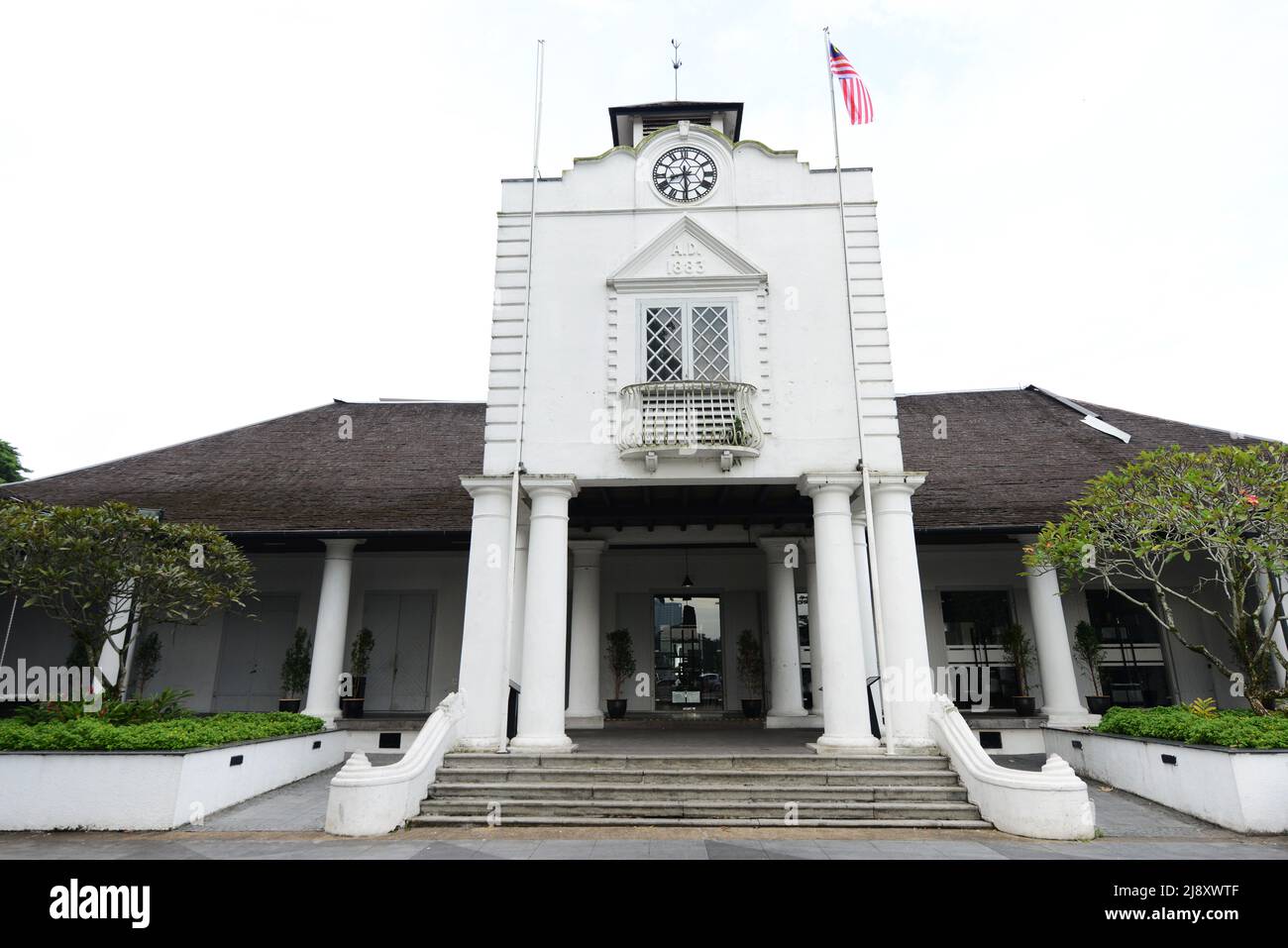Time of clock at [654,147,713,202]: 8:29
